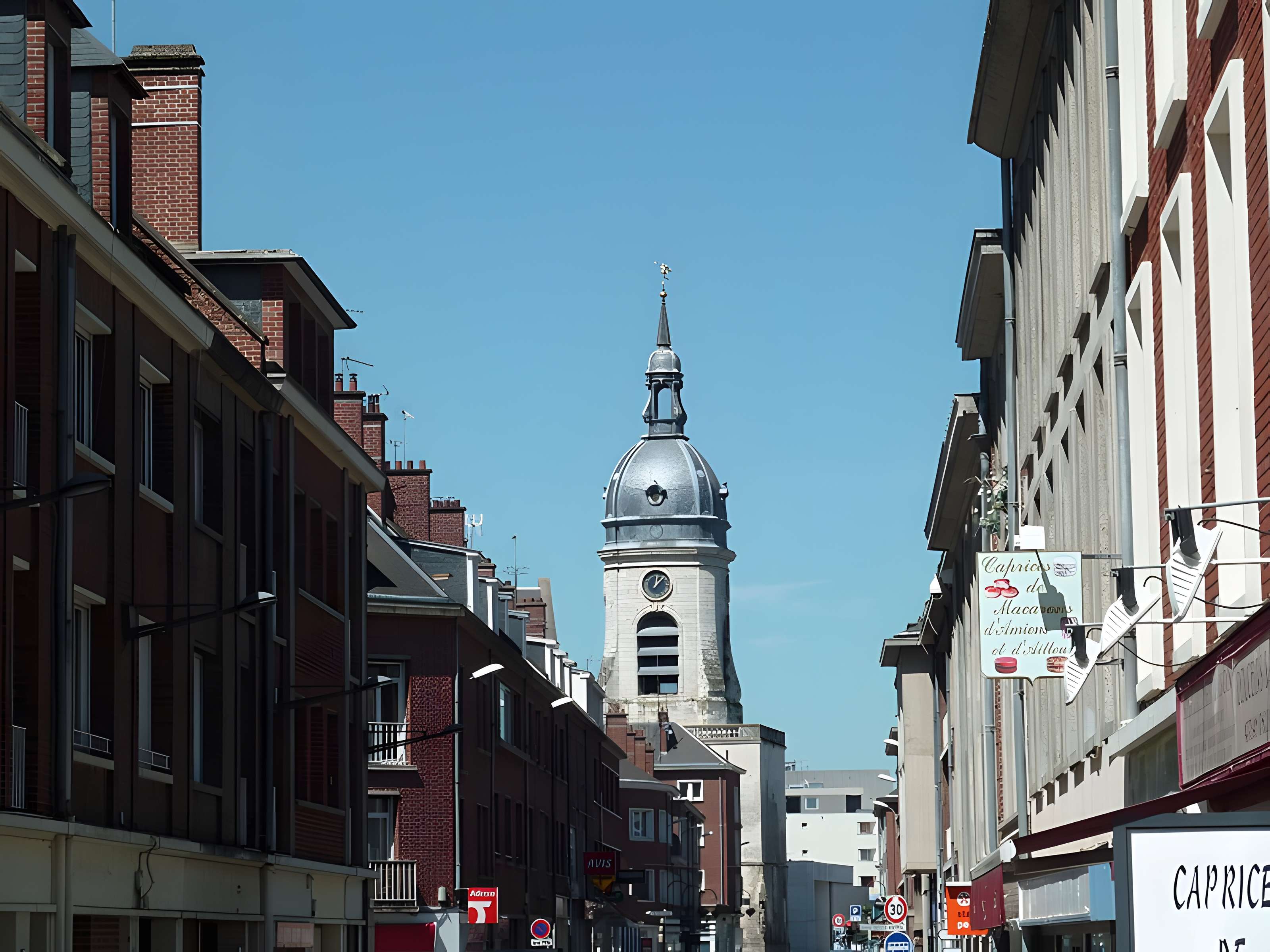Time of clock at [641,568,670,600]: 12:07
